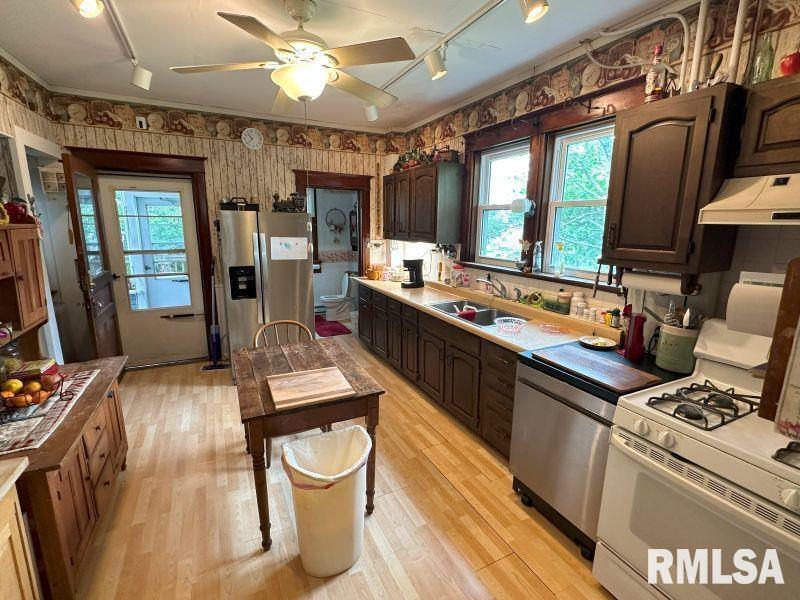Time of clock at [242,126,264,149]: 10:38
